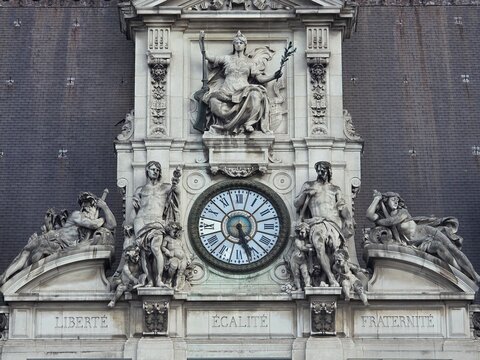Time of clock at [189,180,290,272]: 5:26
